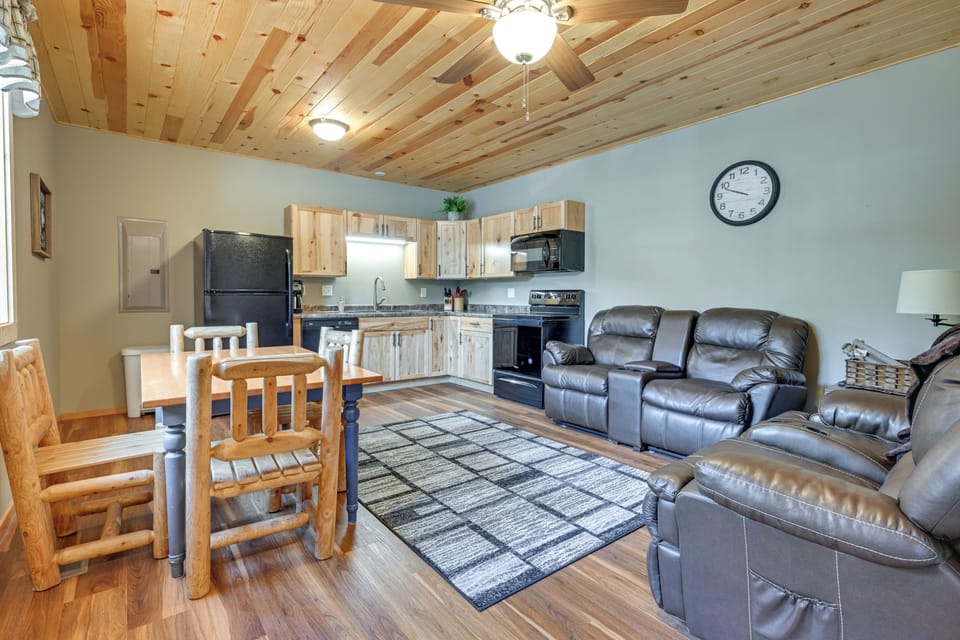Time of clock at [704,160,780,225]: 9:48
